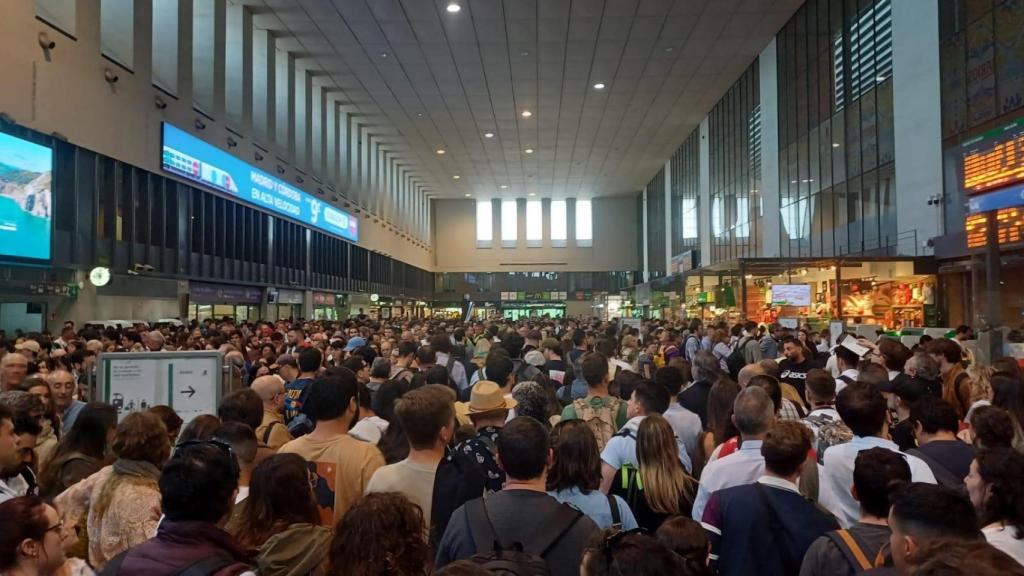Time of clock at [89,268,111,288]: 9:01
